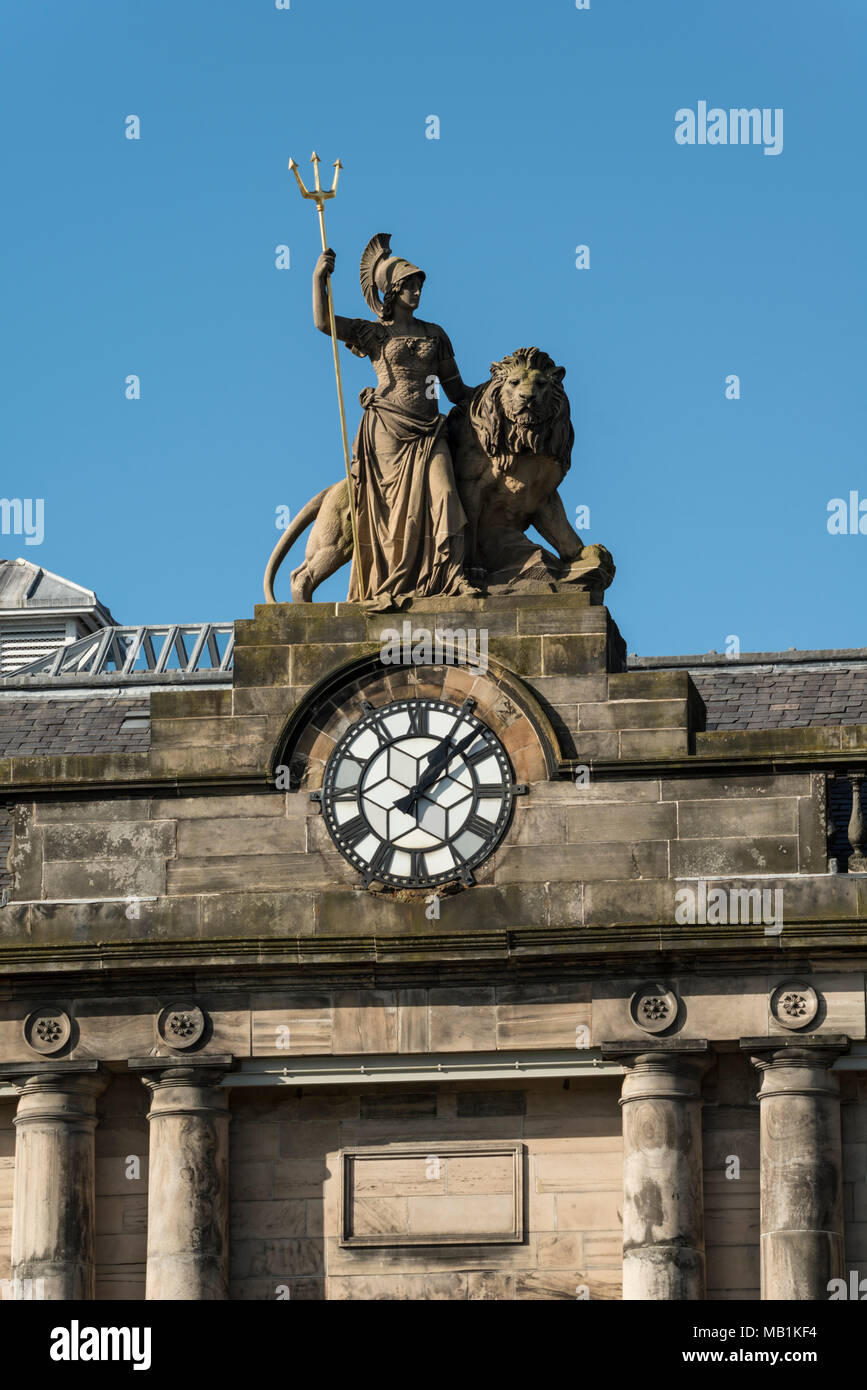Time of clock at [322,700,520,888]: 1:07
